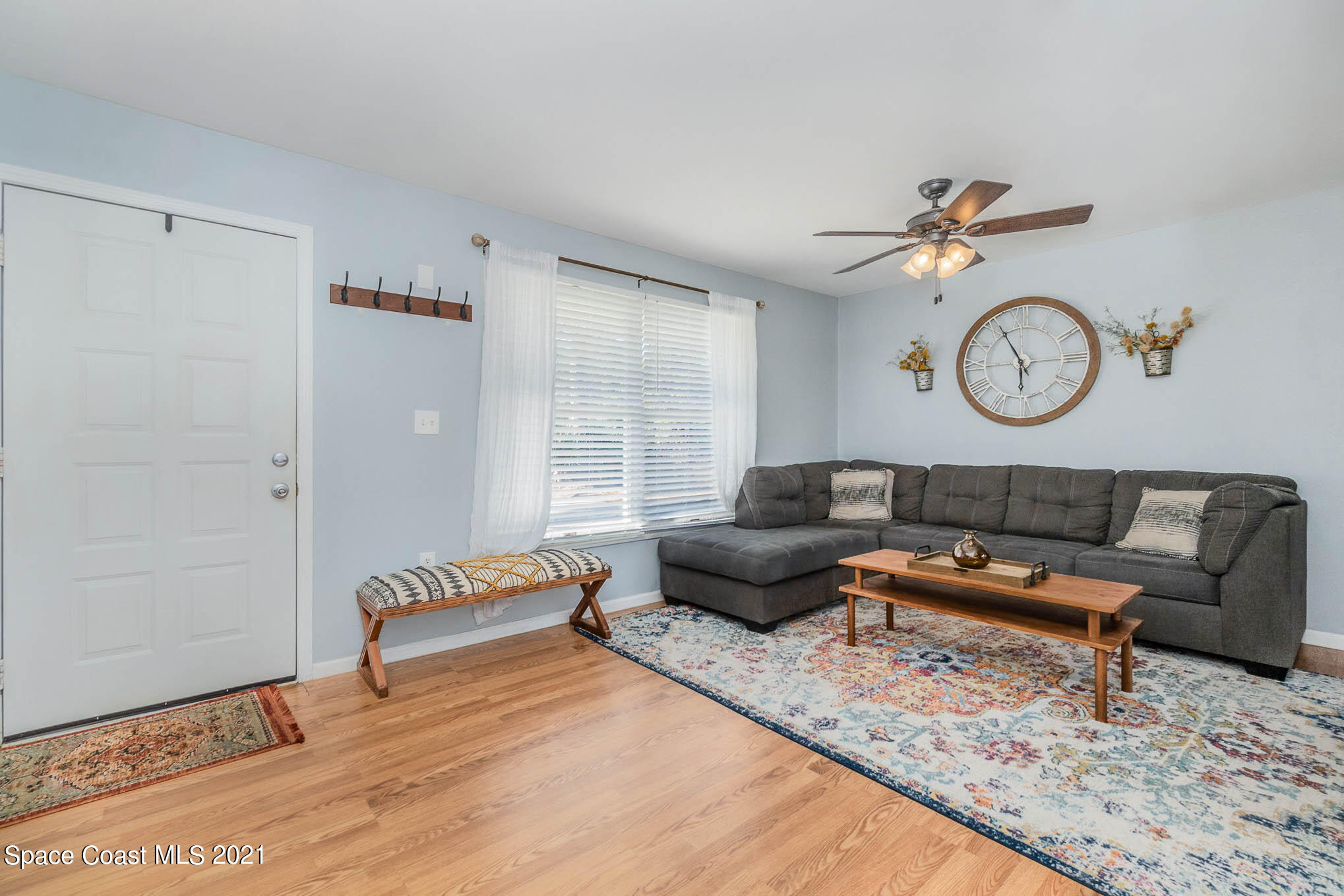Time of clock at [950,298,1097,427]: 5:55
